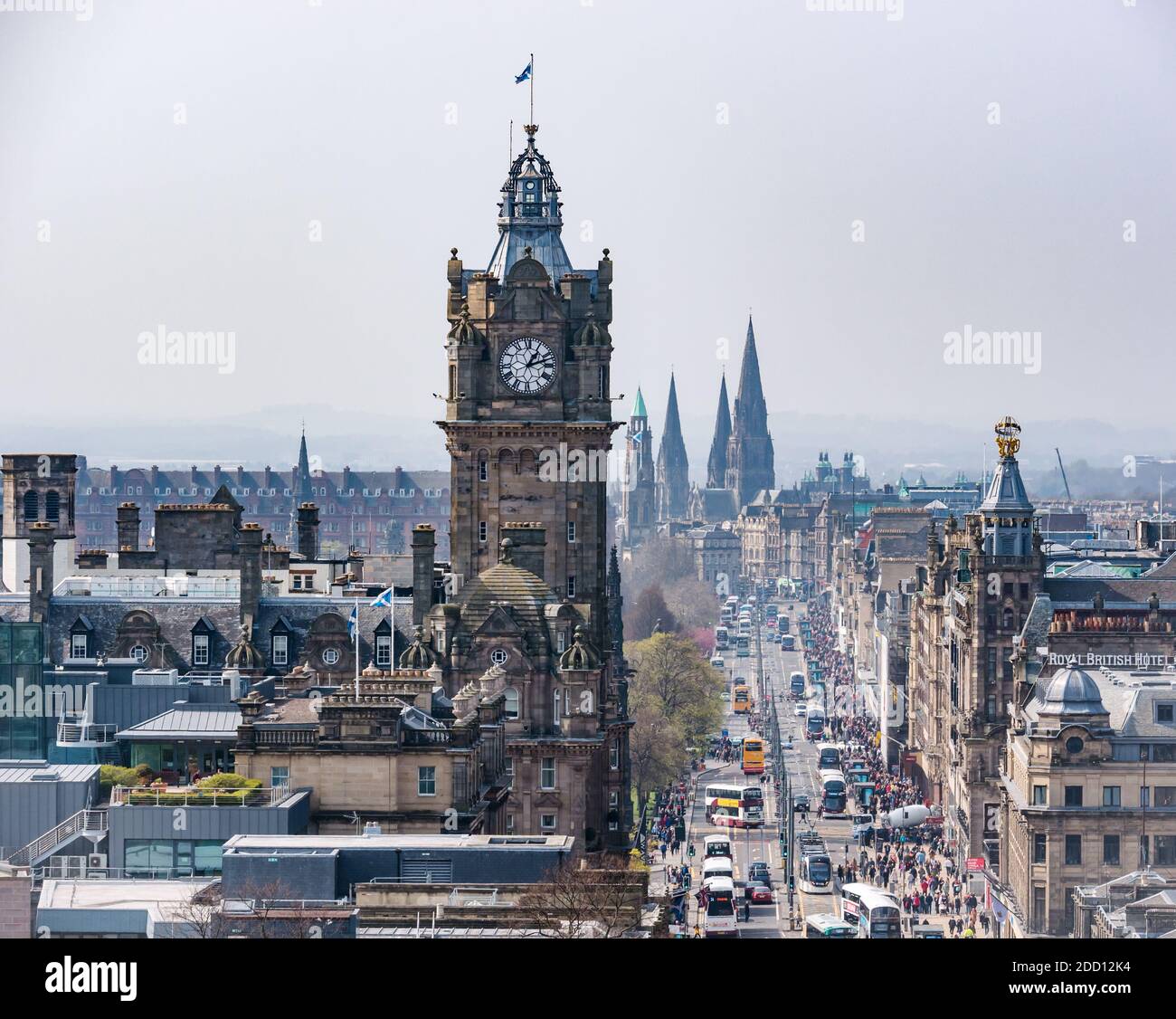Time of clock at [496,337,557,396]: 1:11
